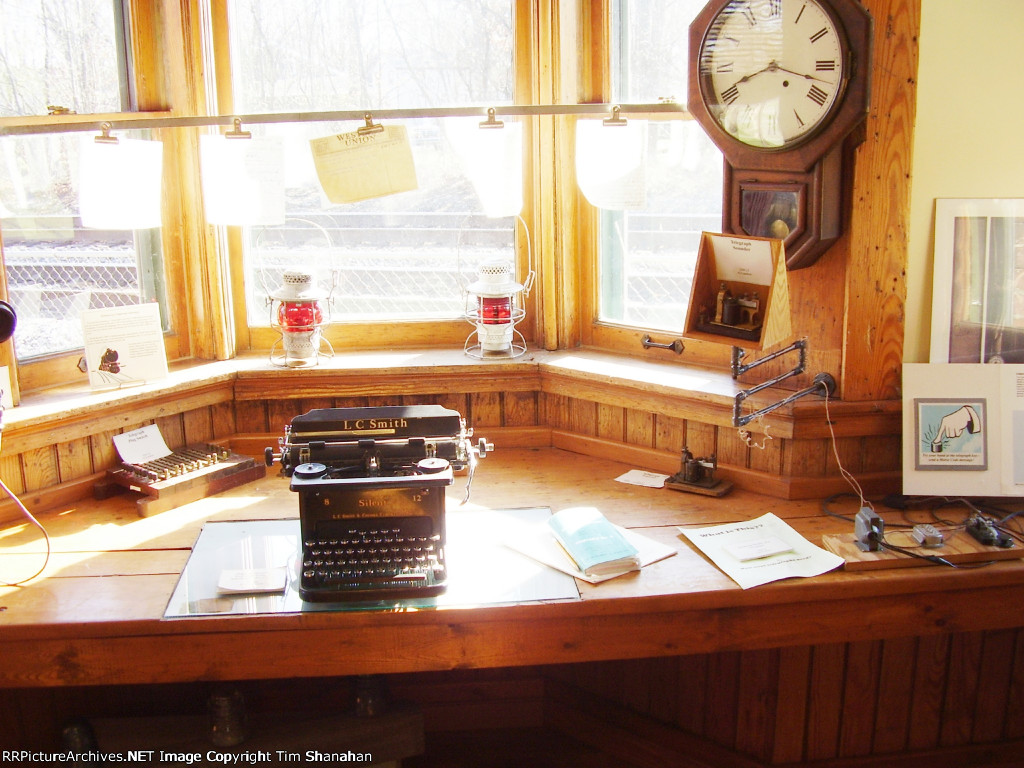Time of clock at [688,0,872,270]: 8:17
